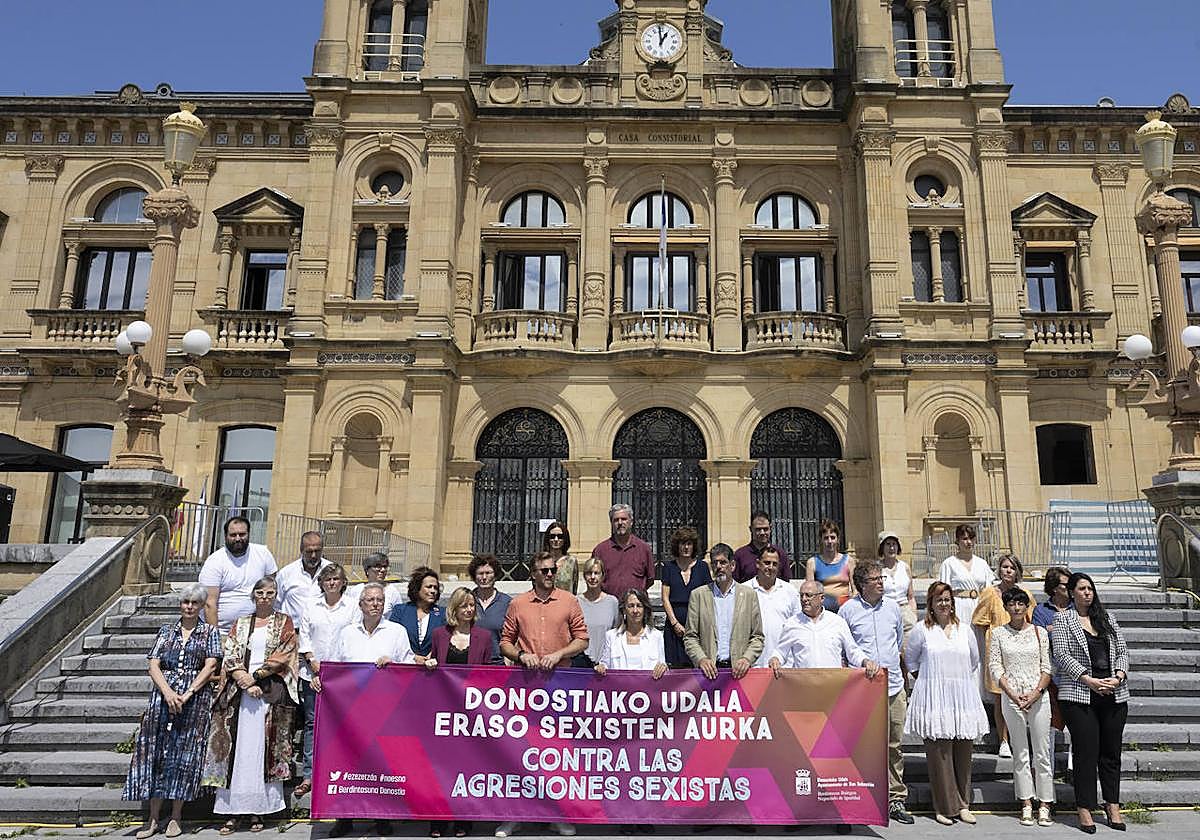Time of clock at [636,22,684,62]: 12:59
